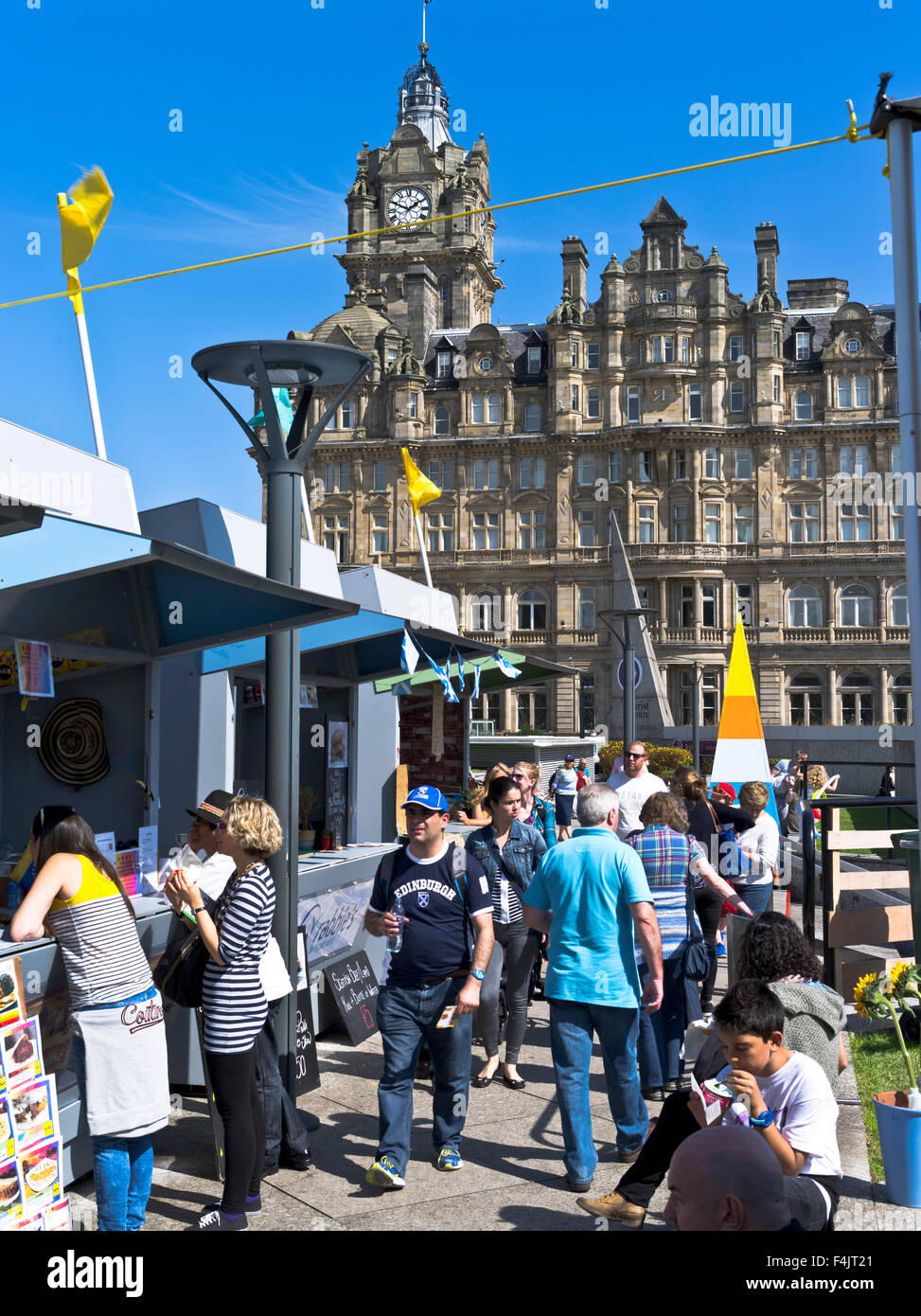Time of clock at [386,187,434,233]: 1:49
